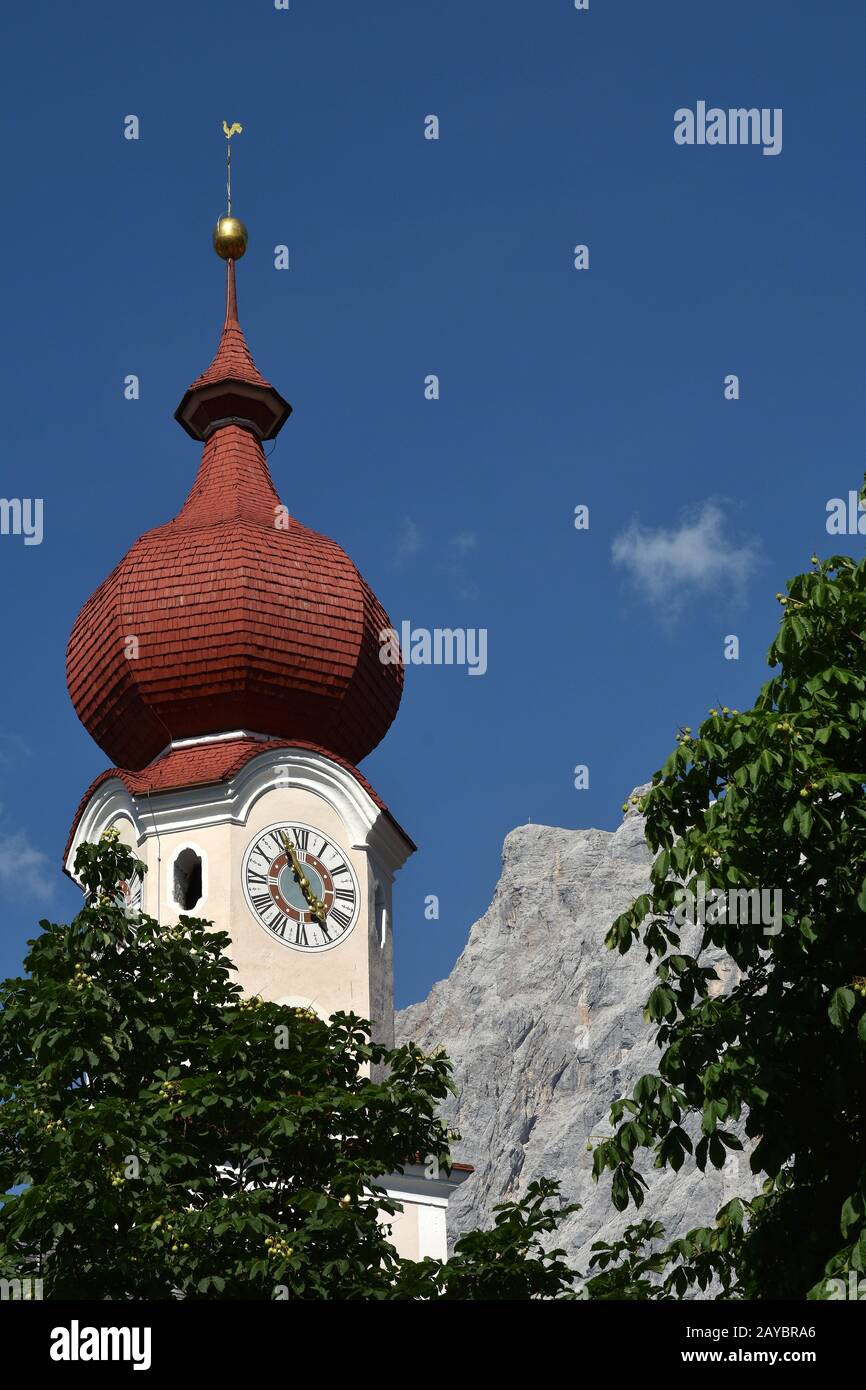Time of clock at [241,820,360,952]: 4:56
